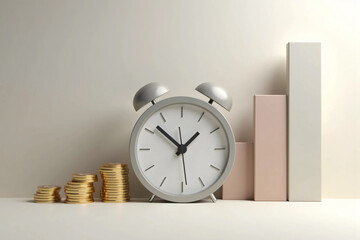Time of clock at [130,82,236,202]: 1:51
